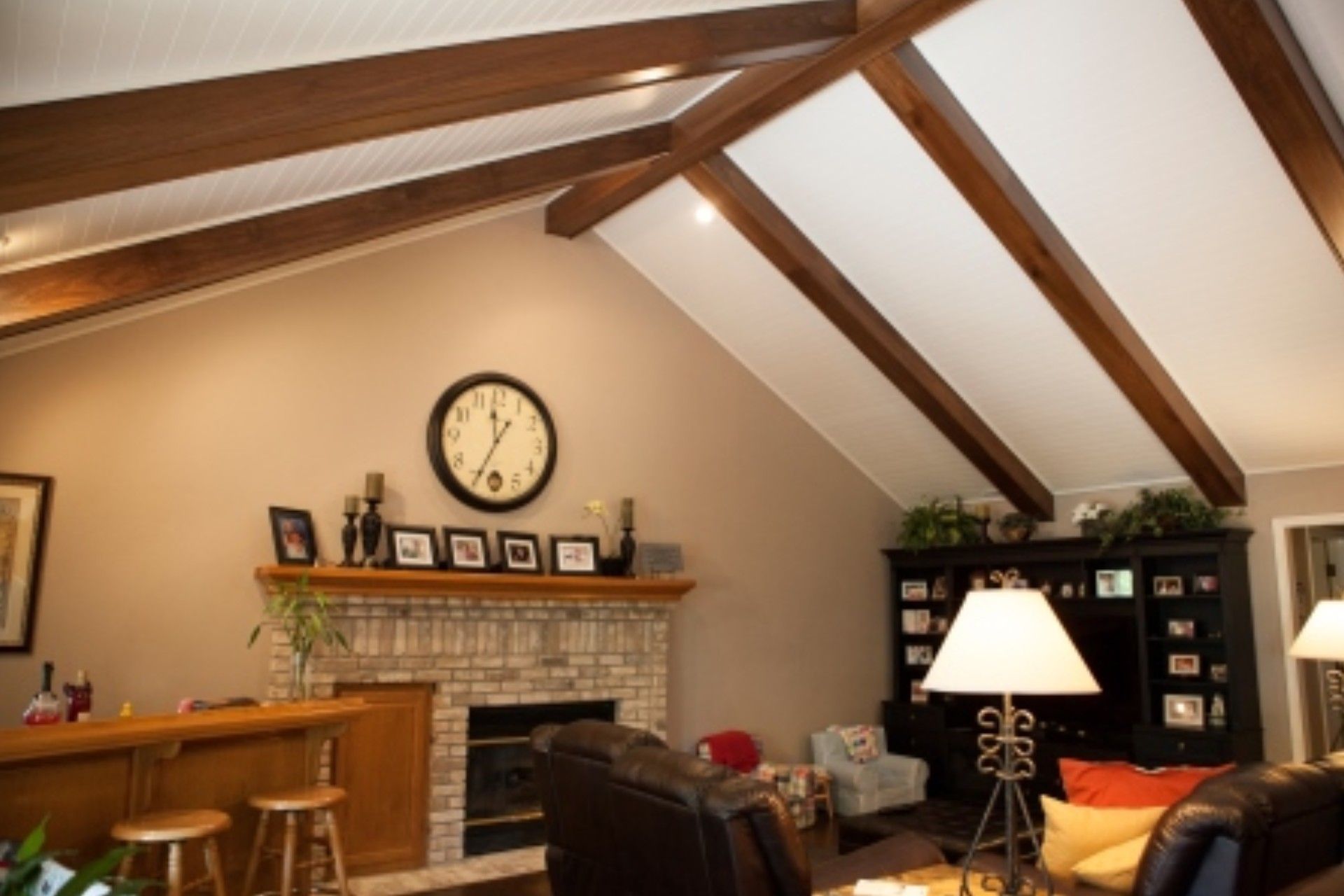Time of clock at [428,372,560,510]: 11:34
